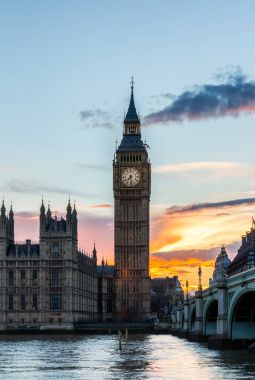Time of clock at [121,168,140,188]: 7:28
